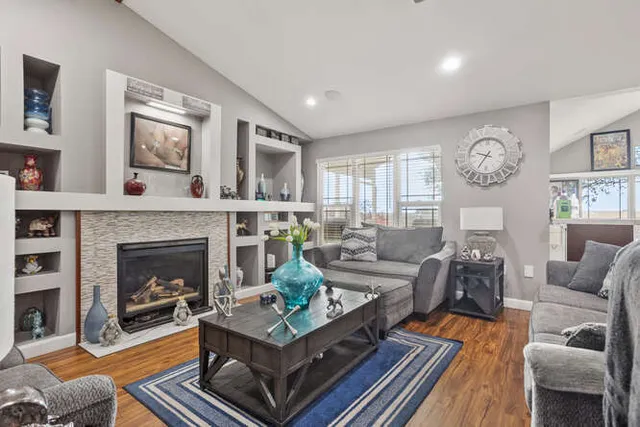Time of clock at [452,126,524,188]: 9:35
